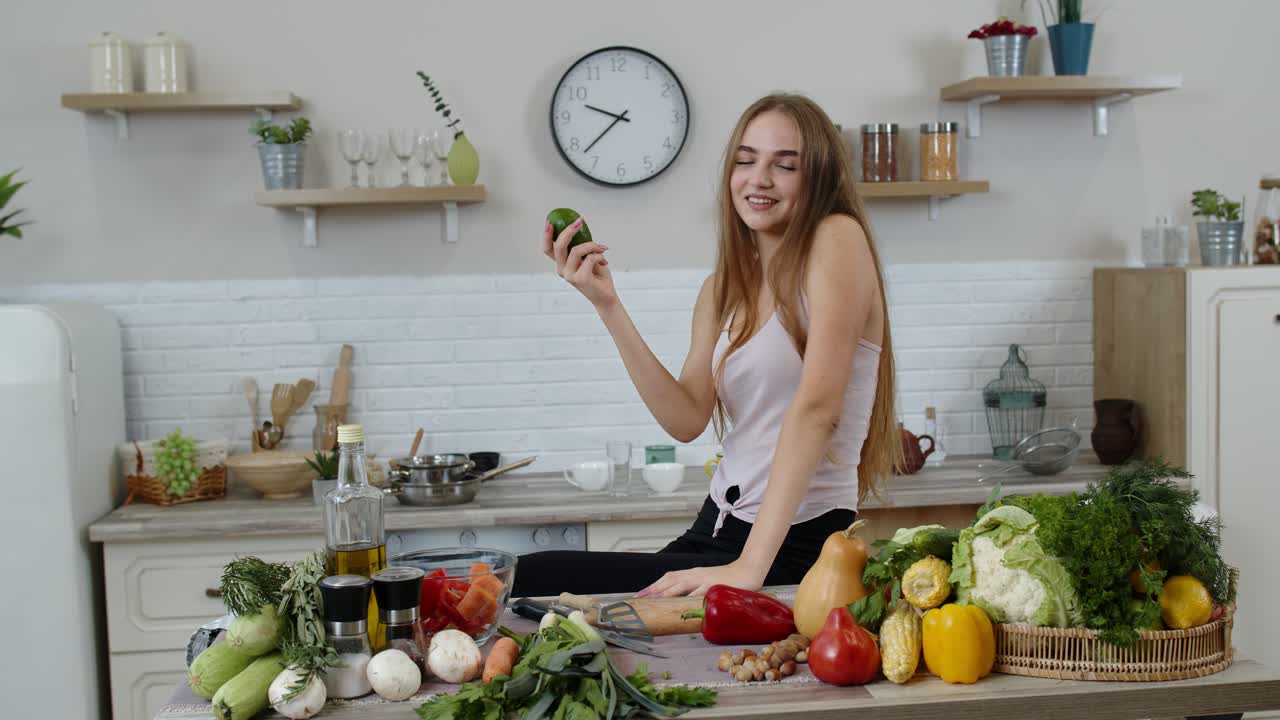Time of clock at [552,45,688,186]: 9:37
